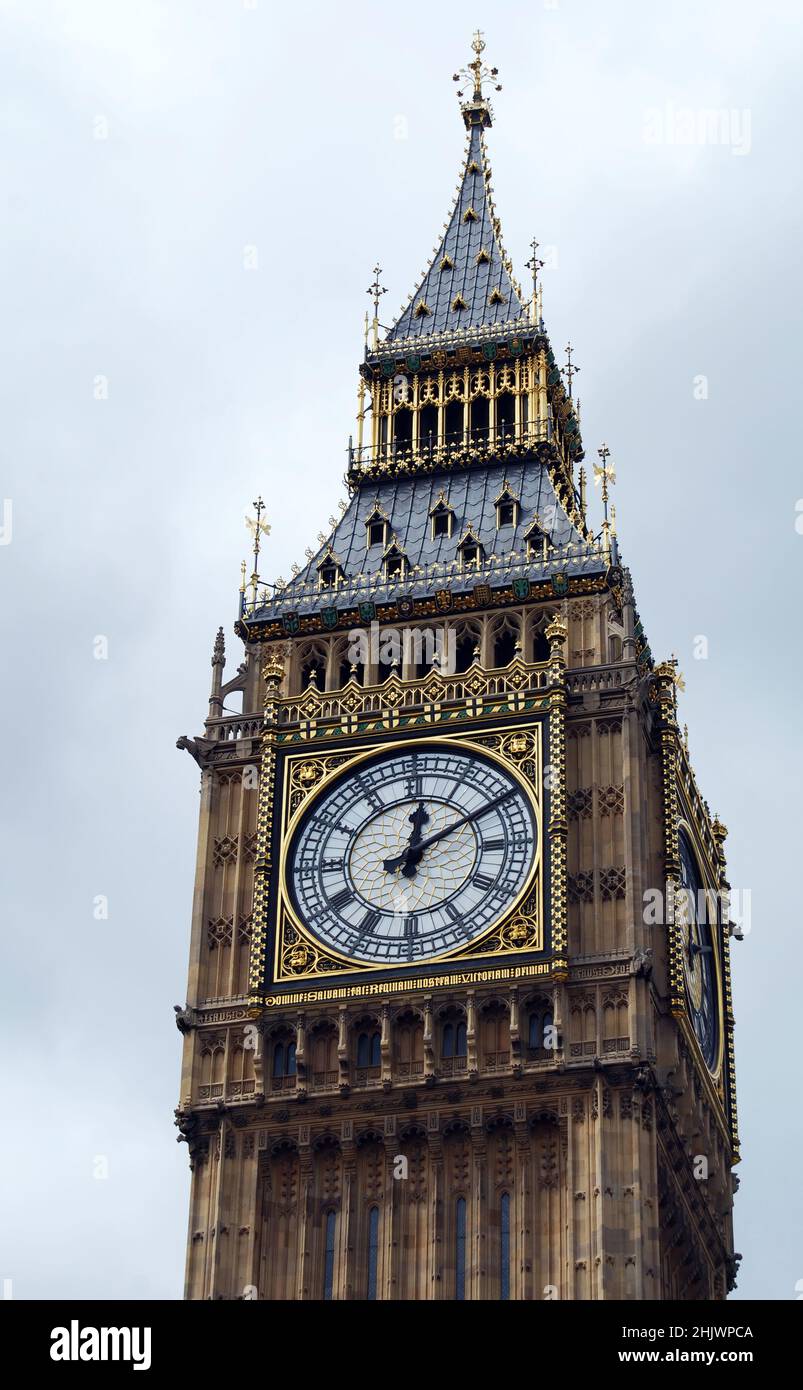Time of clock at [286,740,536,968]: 12:09
